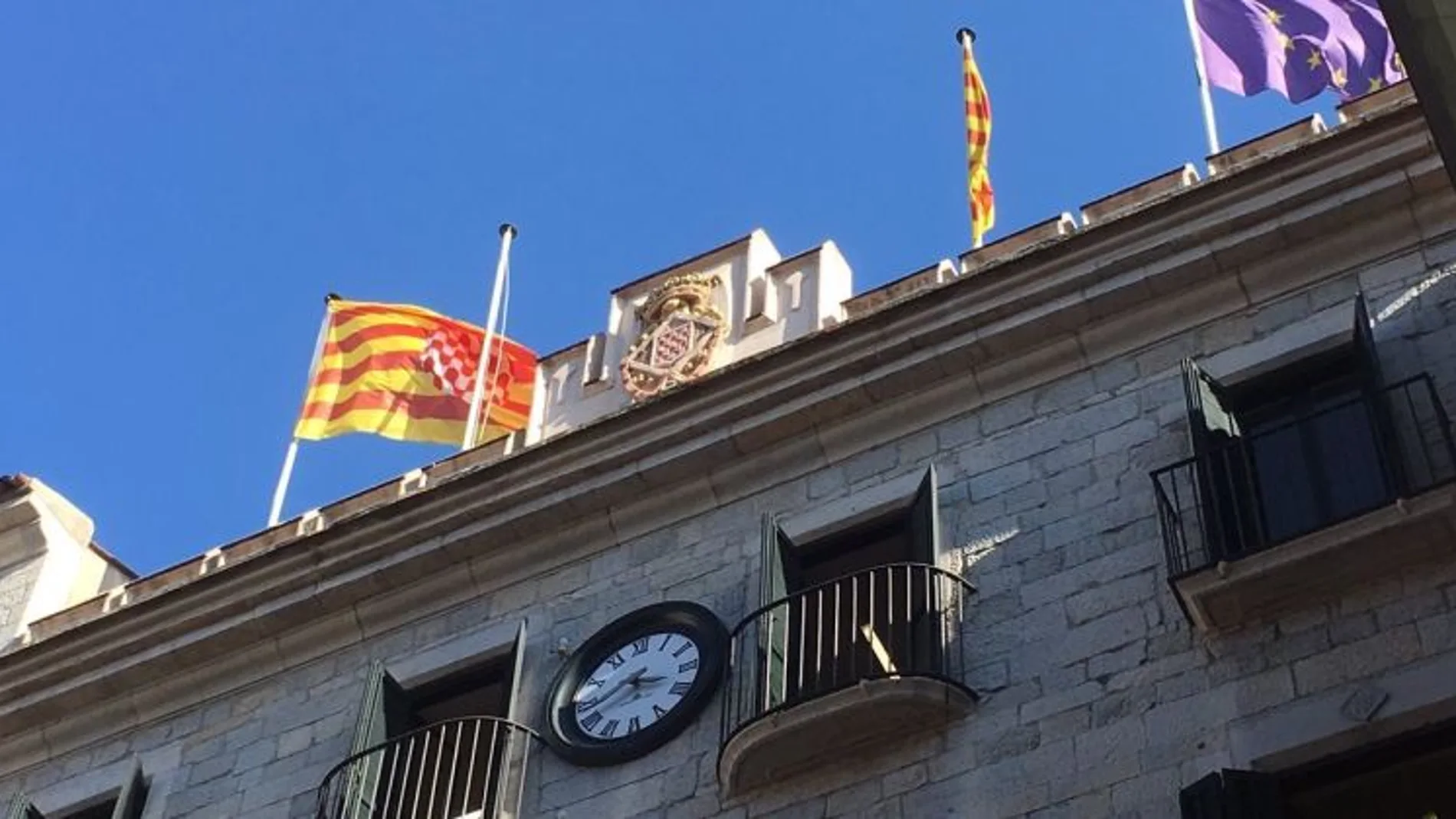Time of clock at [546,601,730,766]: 3:40
